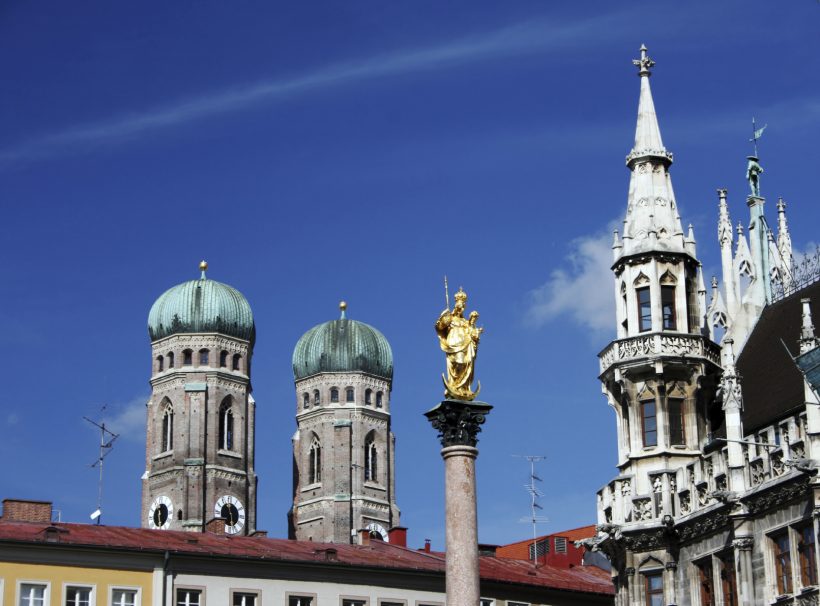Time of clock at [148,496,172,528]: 12:28
